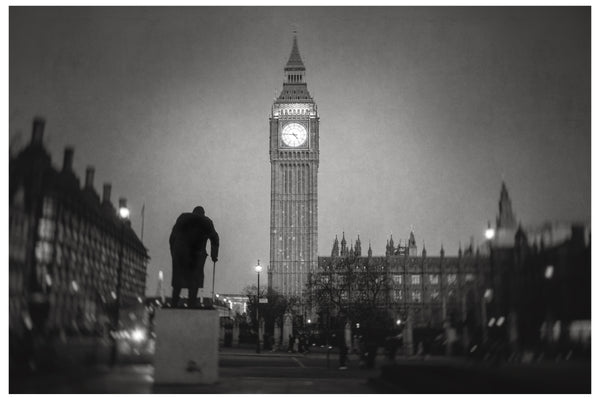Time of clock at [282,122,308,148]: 4:45
